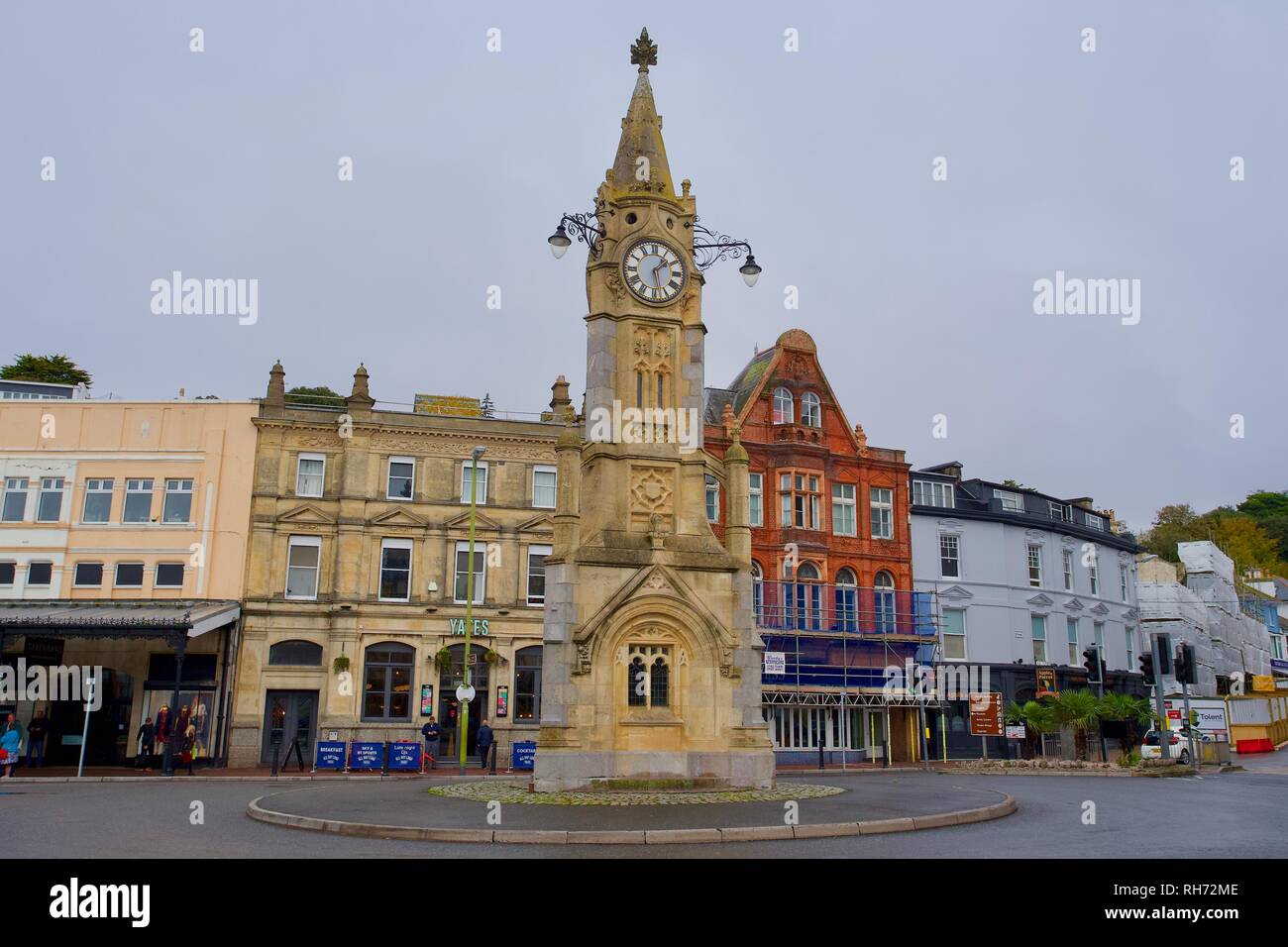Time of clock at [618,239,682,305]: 1:28
